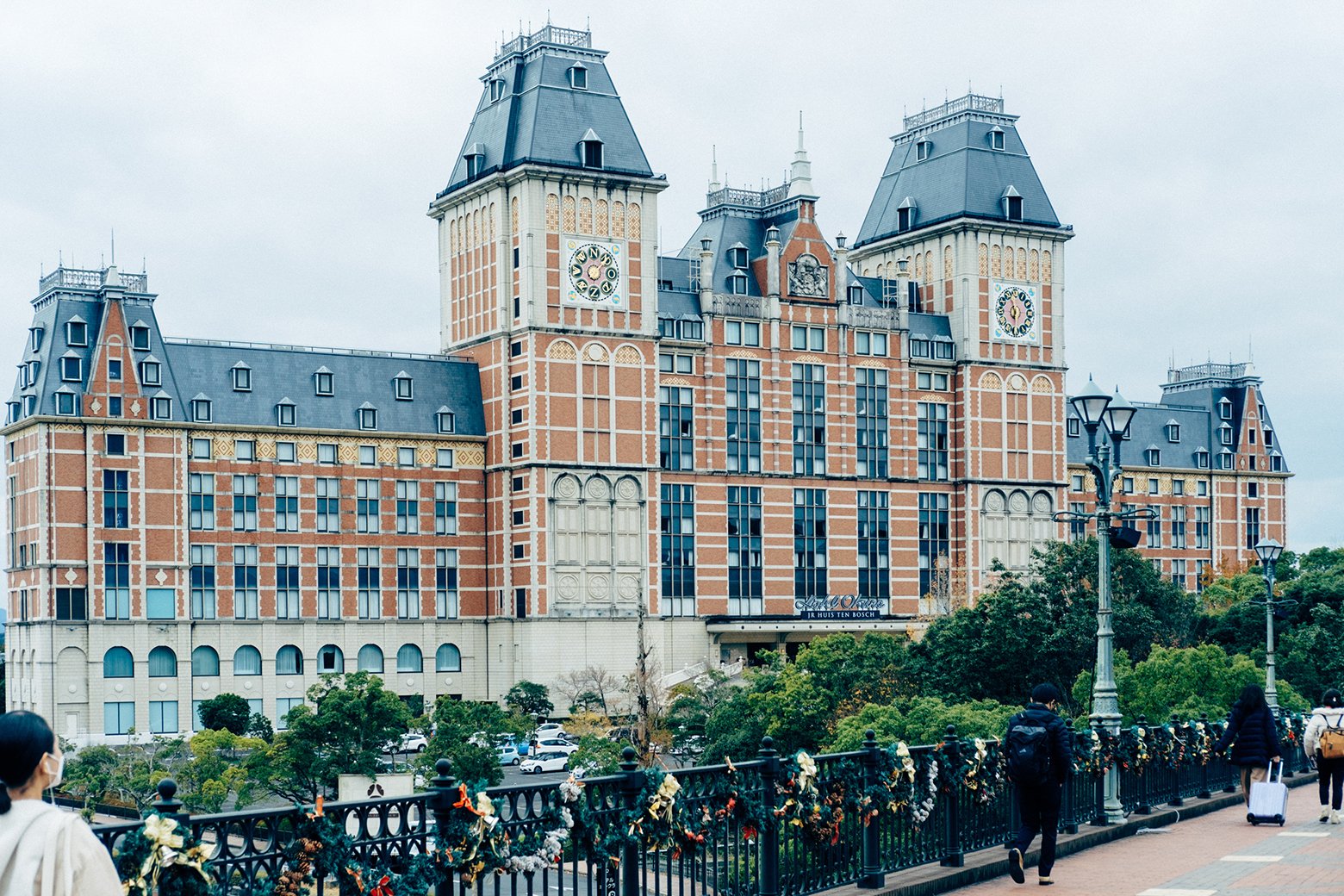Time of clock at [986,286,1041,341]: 5:57
